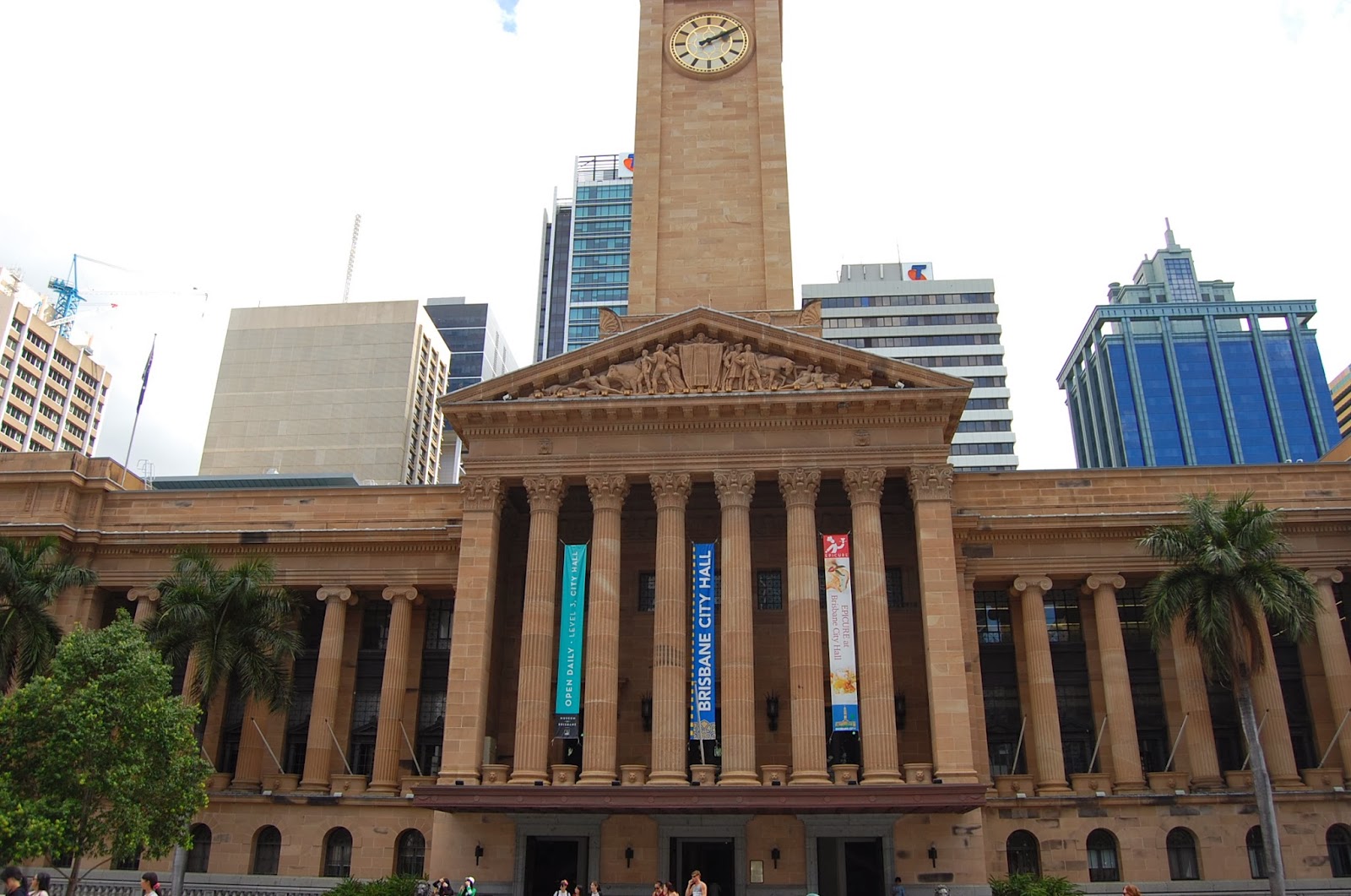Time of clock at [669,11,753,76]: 2:09
